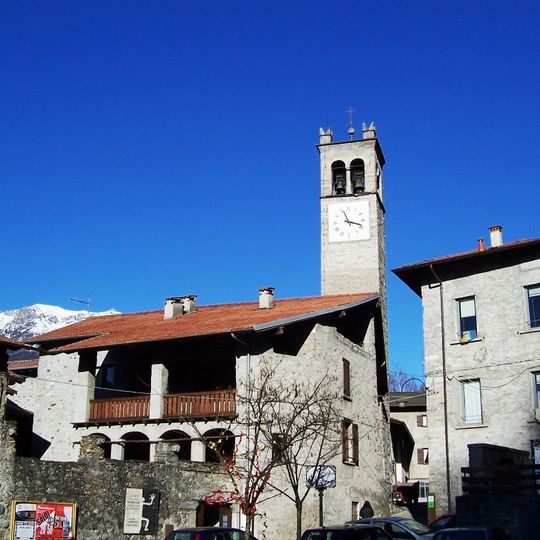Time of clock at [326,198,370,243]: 11:18
